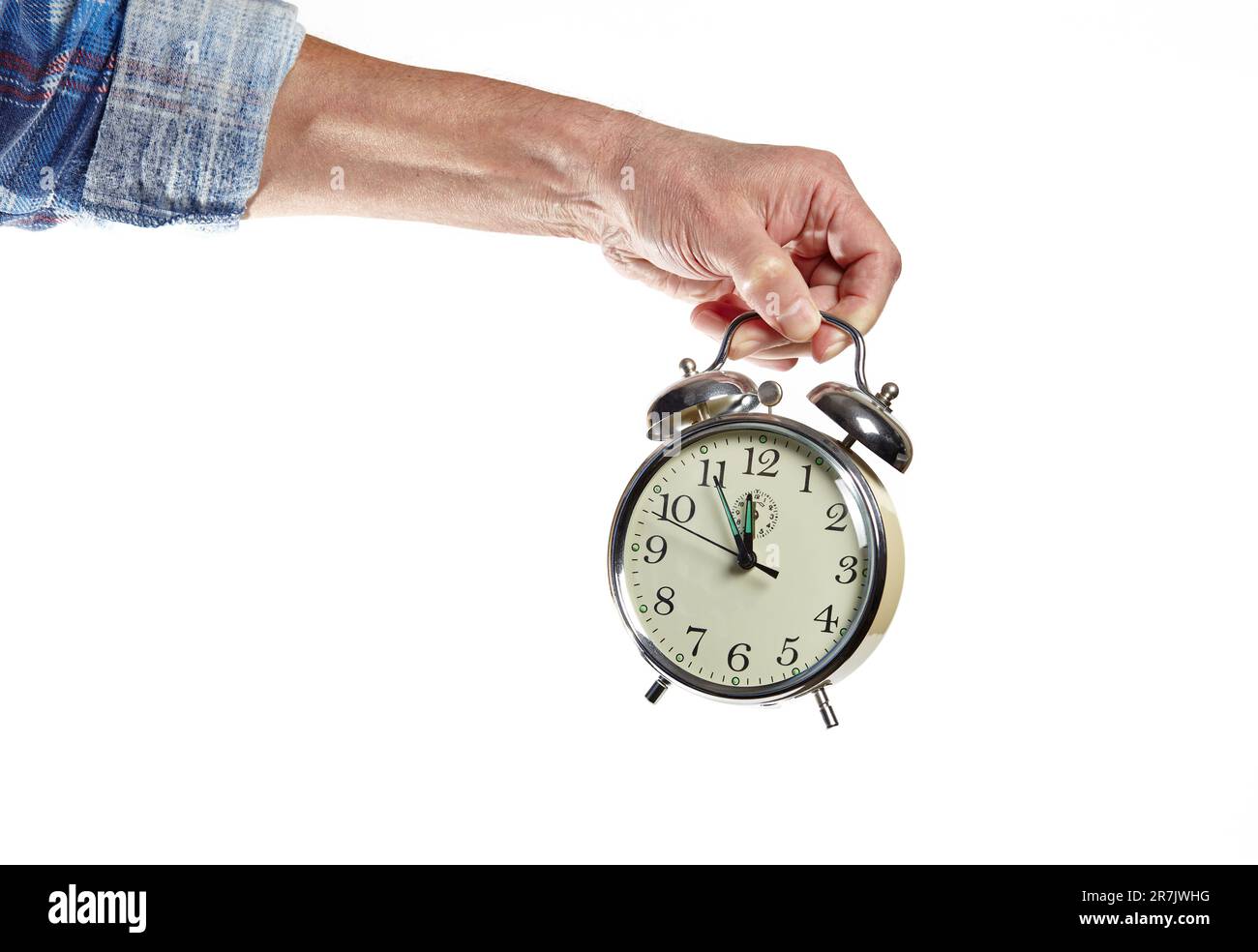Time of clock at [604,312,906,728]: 11:55
